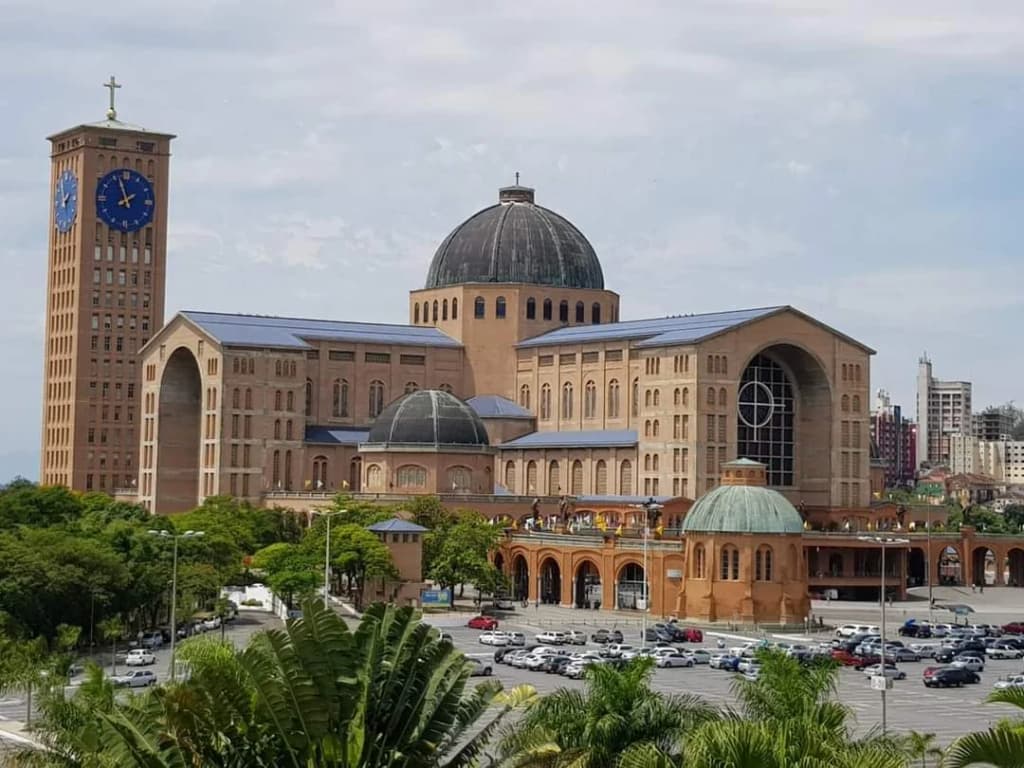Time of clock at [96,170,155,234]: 1:57
